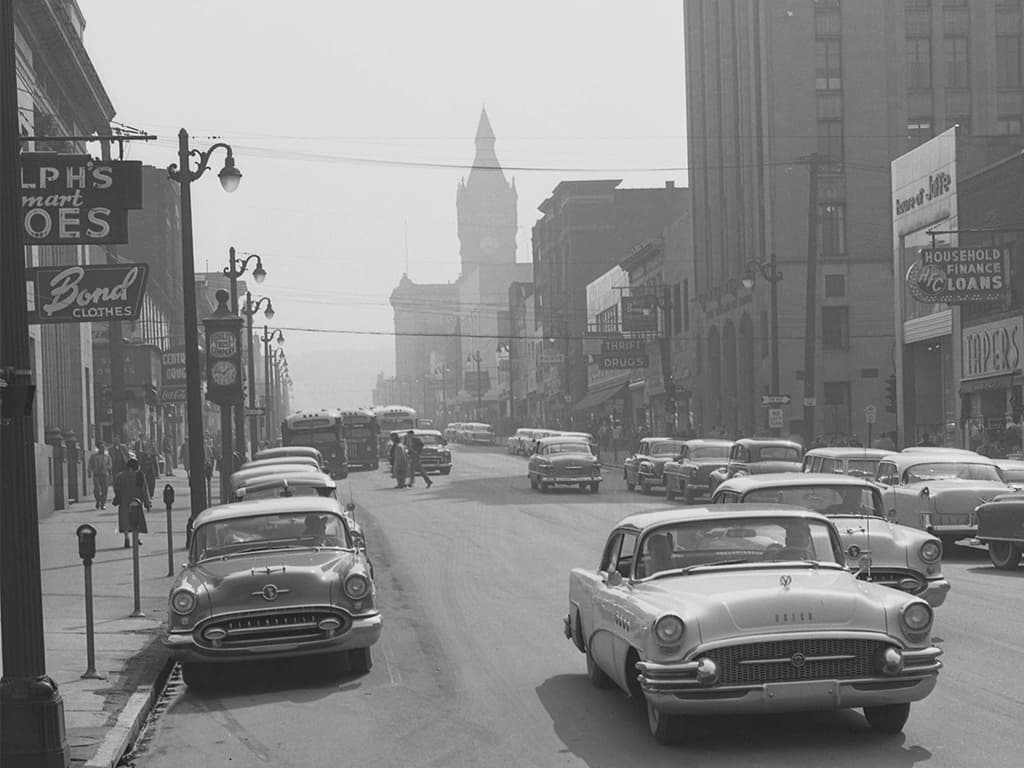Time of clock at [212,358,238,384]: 1:46
